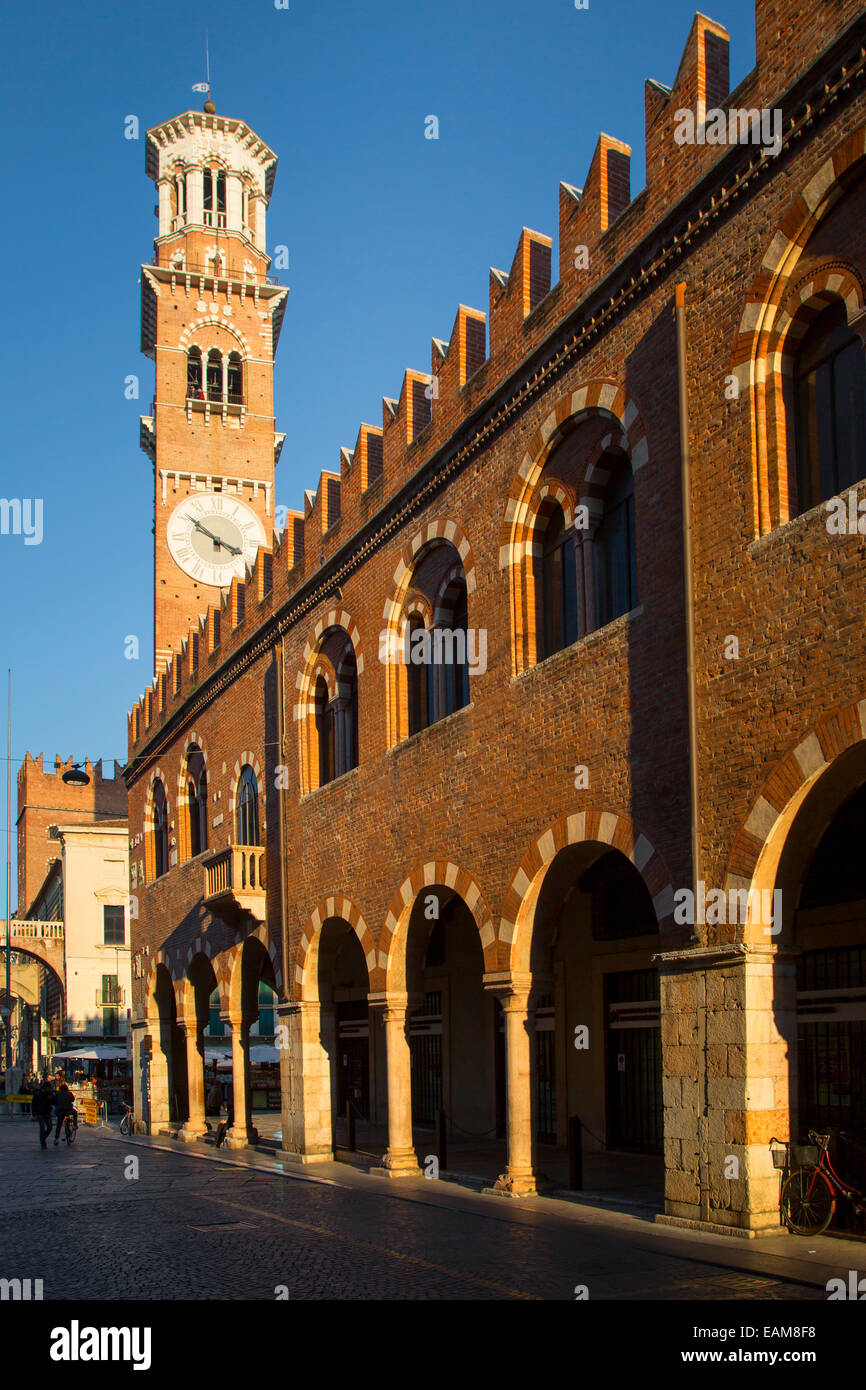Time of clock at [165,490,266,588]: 3:51
